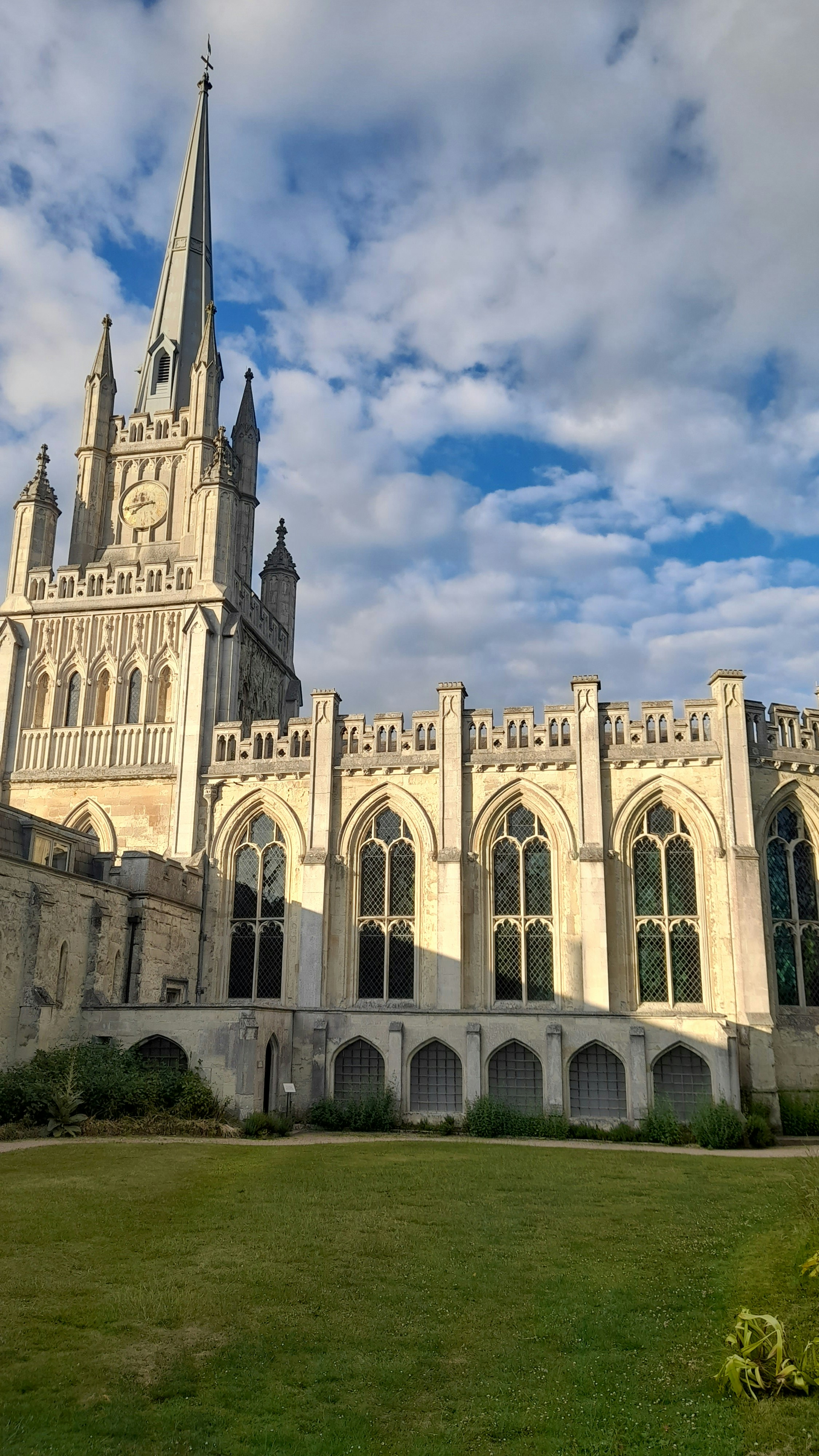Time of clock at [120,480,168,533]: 7:43
